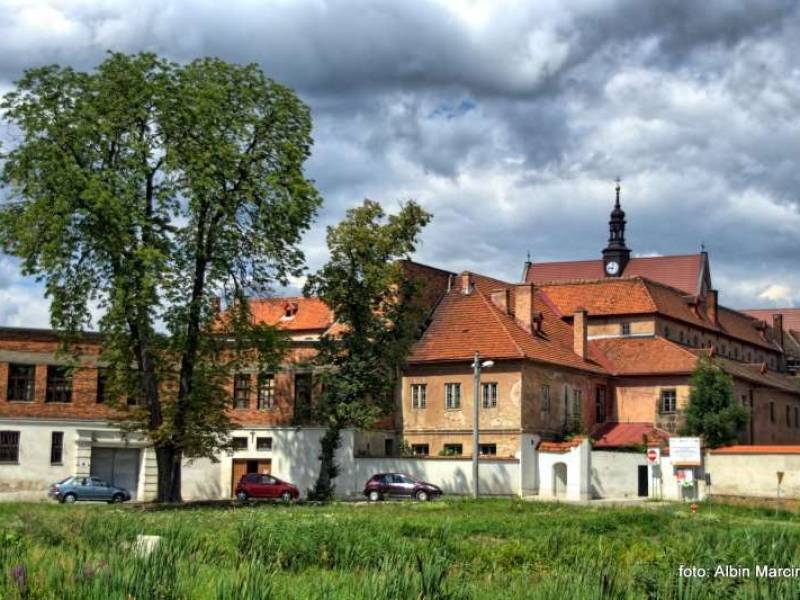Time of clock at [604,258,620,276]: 9:01
